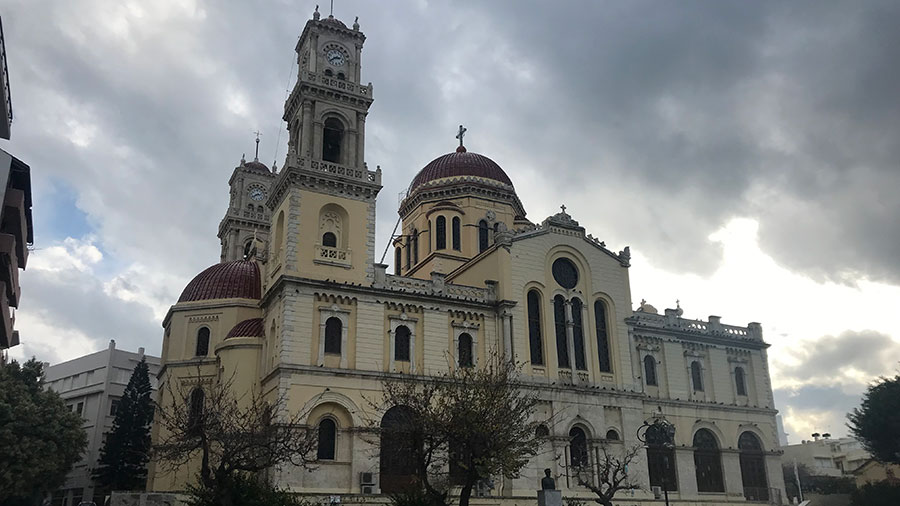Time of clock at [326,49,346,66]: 2:40
